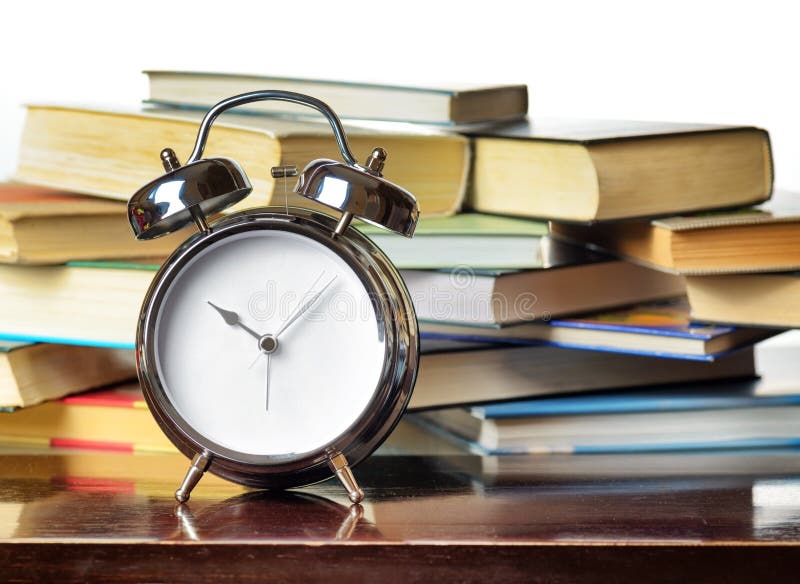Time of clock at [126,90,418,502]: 10:07
